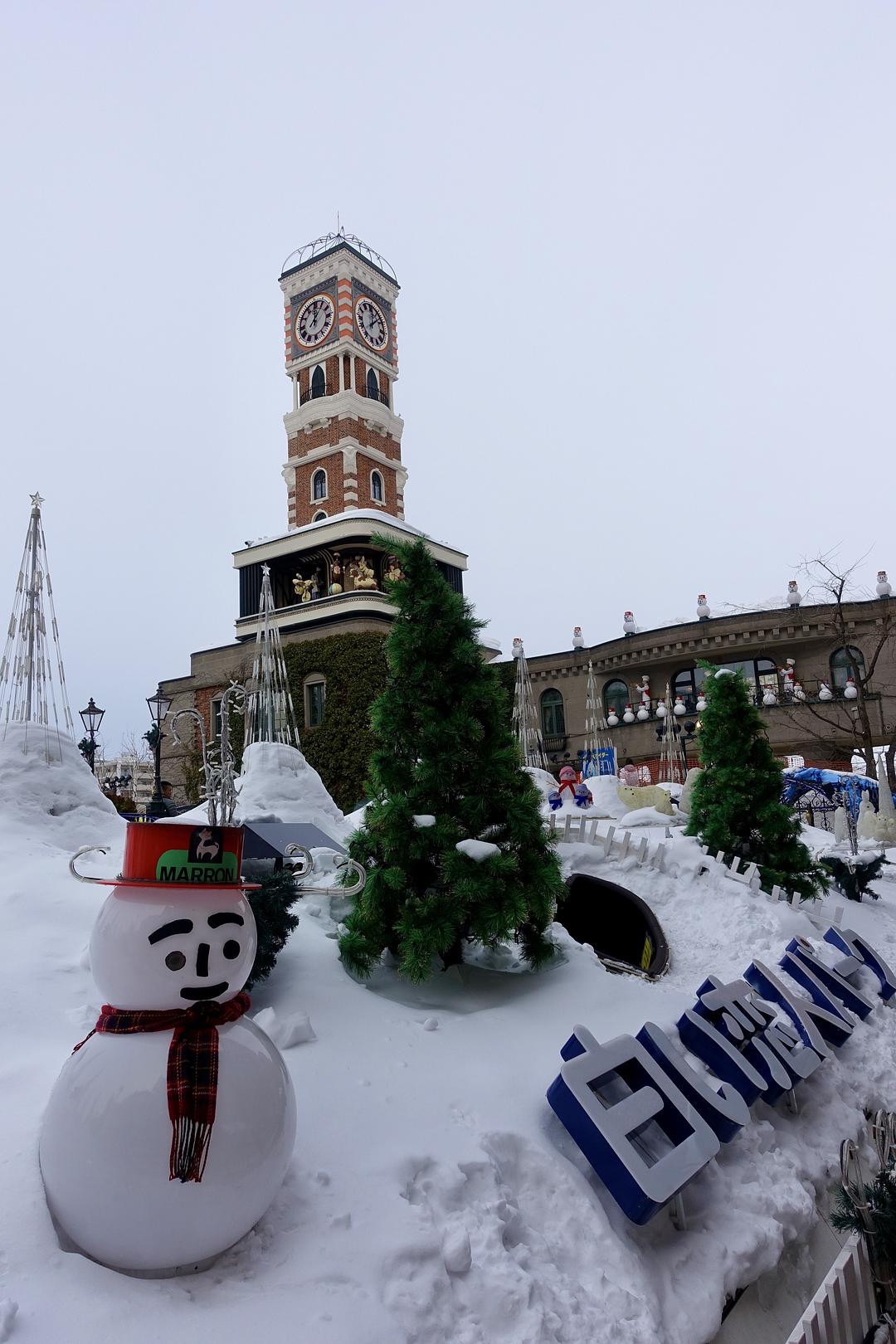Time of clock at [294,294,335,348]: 12:05
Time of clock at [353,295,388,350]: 12:07
